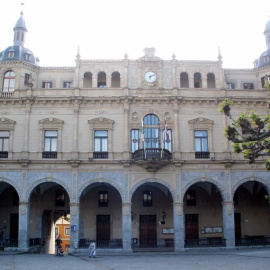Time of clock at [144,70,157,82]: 6:10
